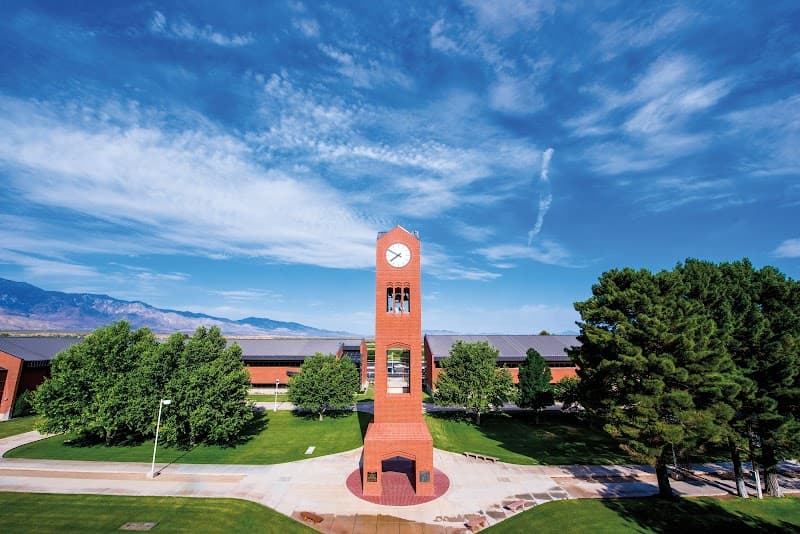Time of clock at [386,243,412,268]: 7:49
